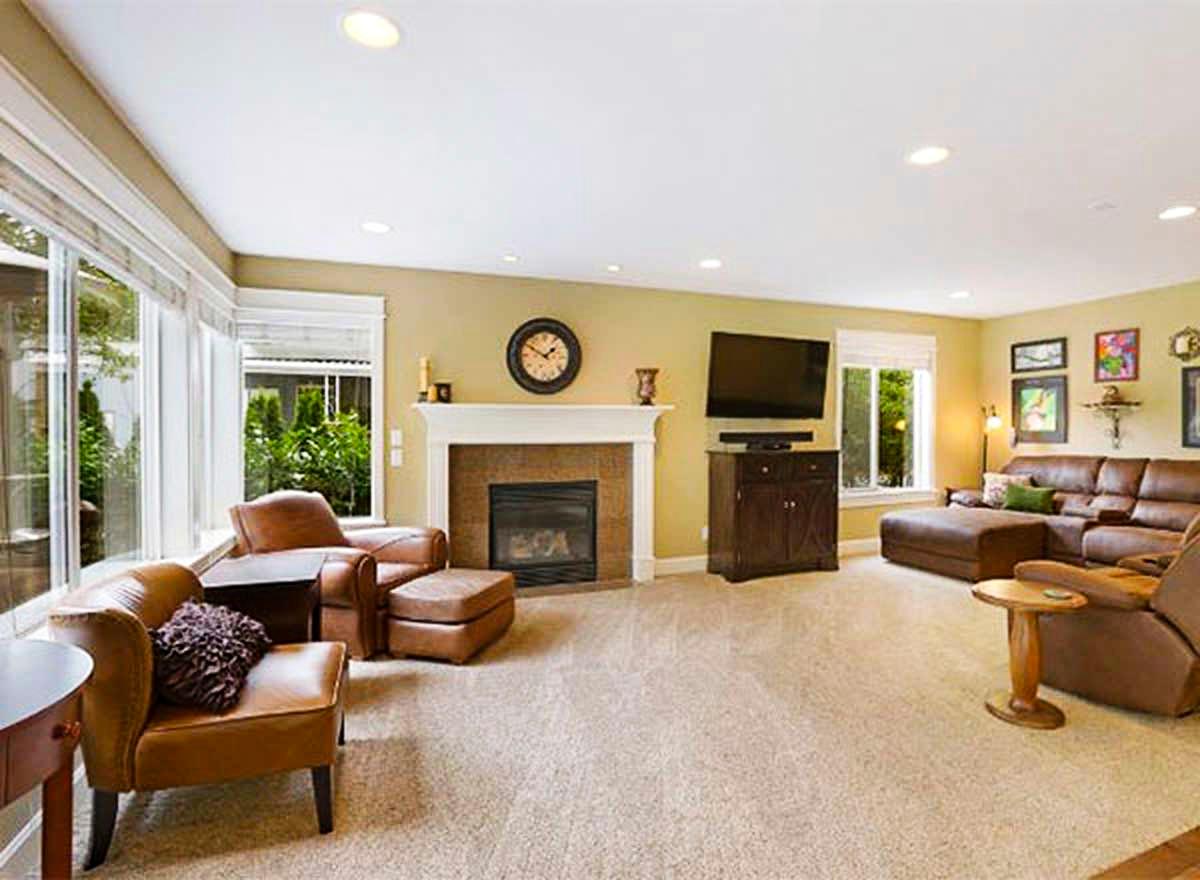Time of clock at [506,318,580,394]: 1:50
